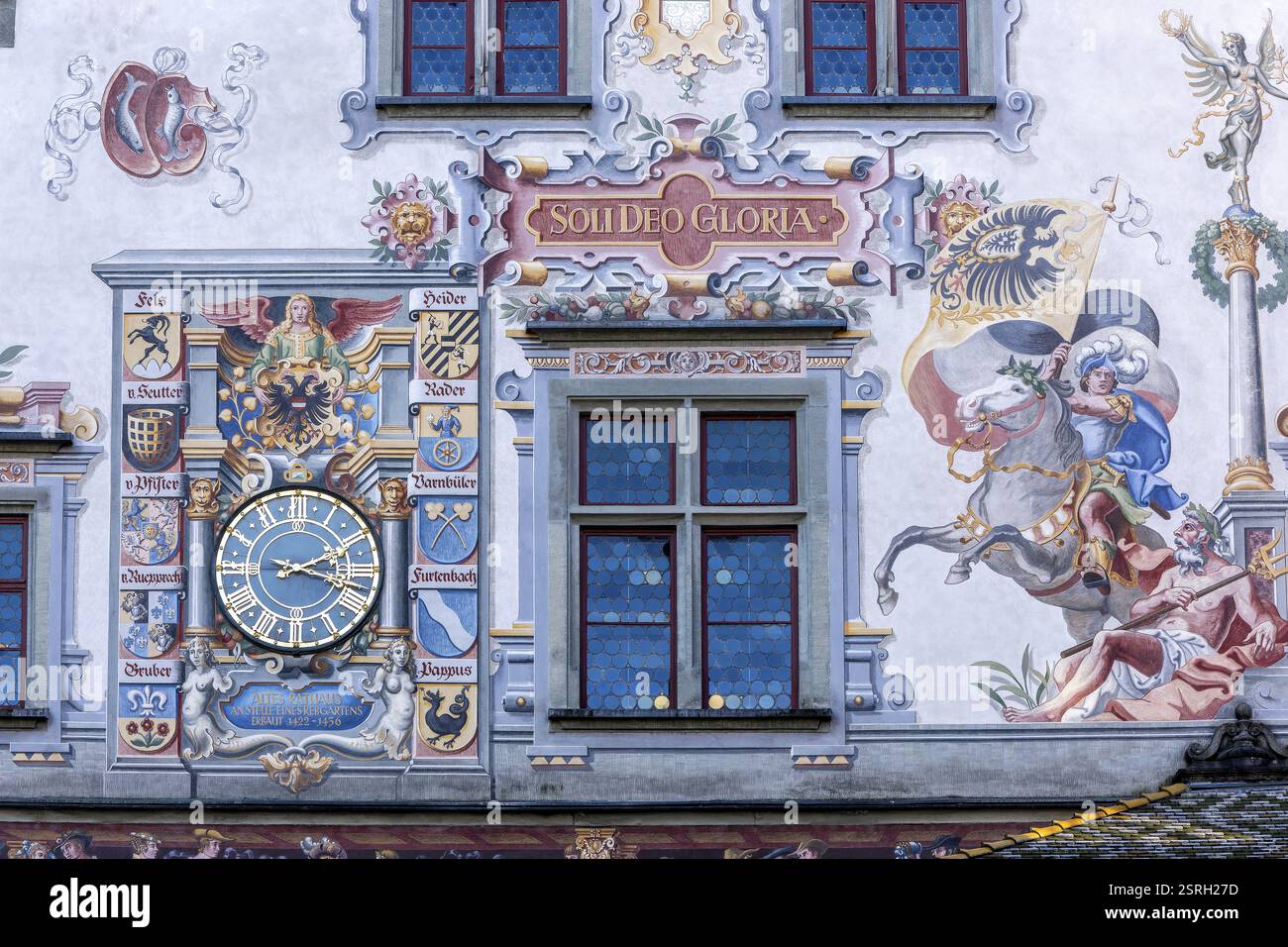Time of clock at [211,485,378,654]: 2:18
